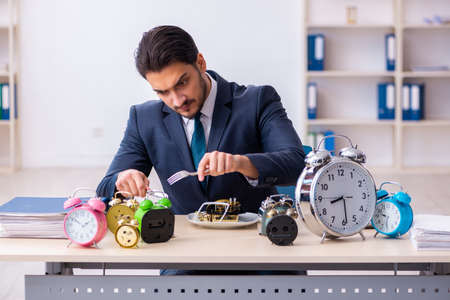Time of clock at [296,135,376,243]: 8:29
